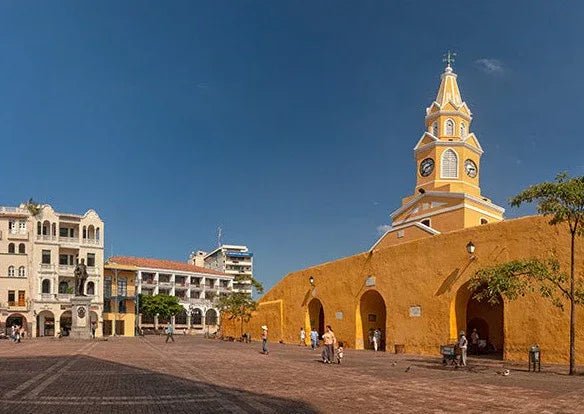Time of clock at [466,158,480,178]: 2:36
